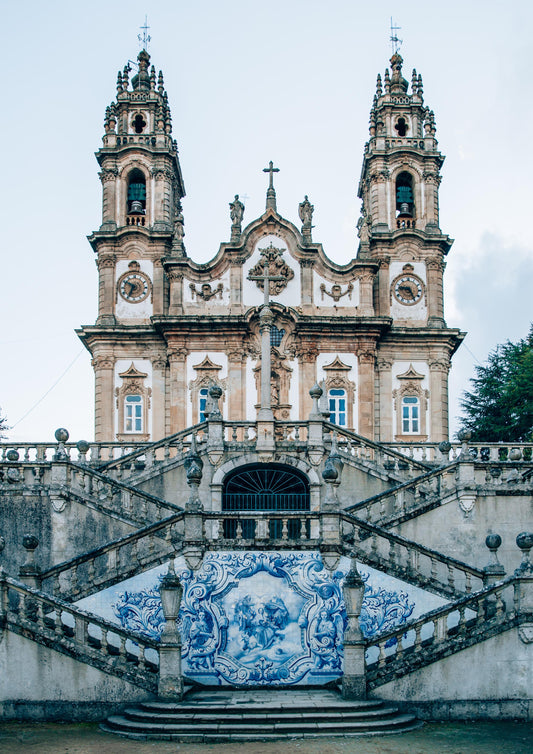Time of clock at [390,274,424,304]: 9:25
